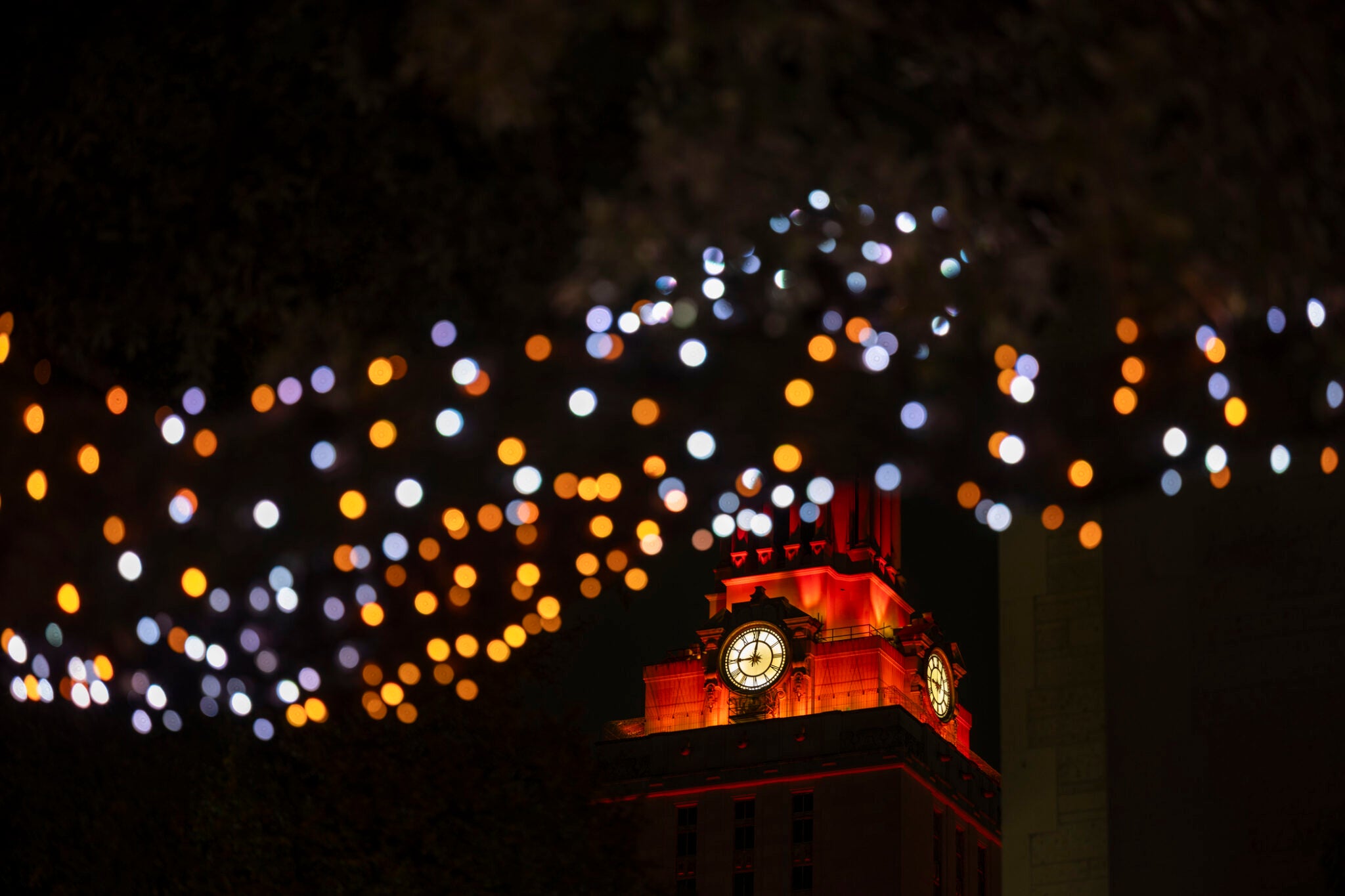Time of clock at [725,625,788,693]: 9:01
